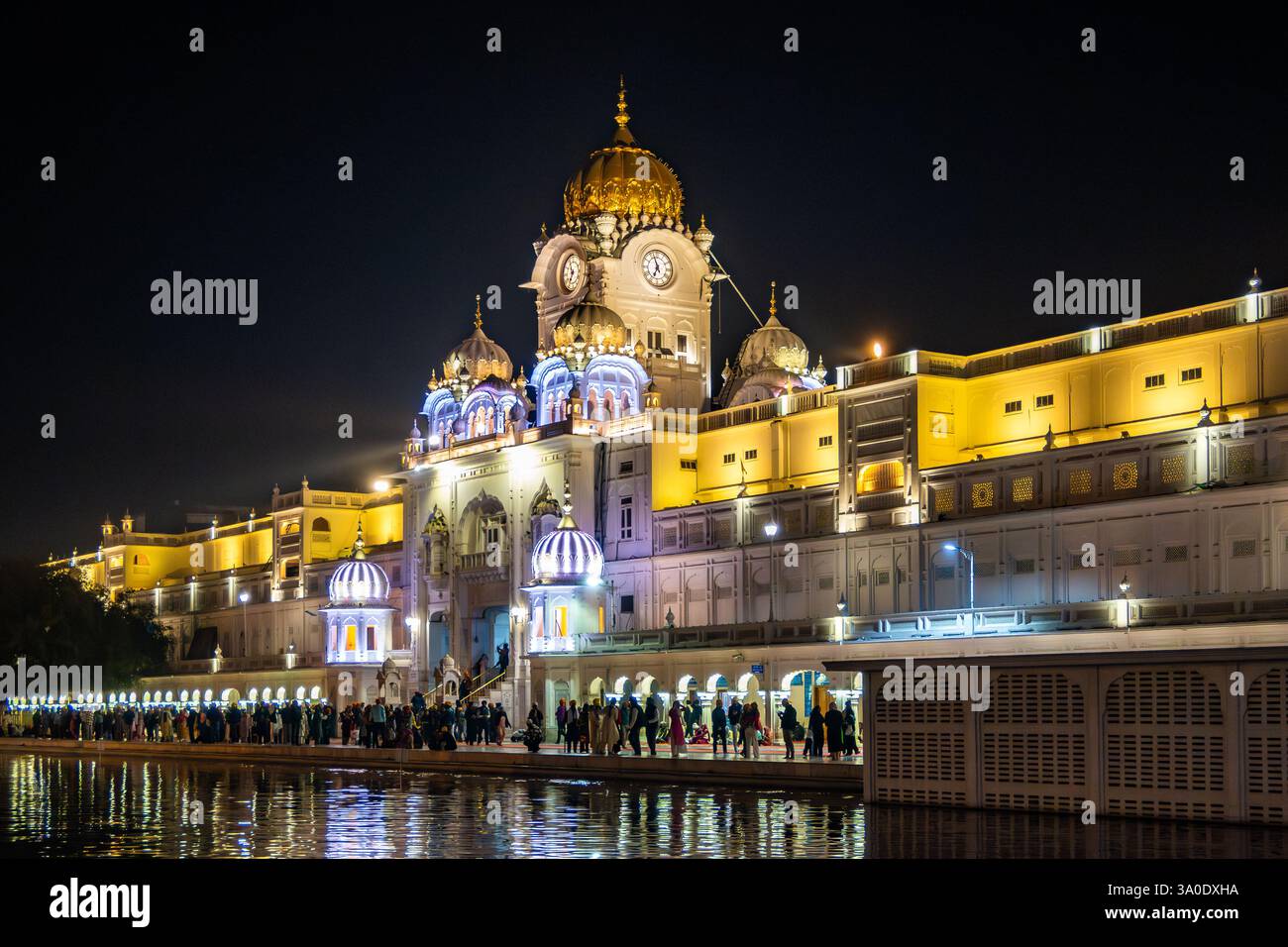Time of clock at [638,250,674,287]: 6:56
